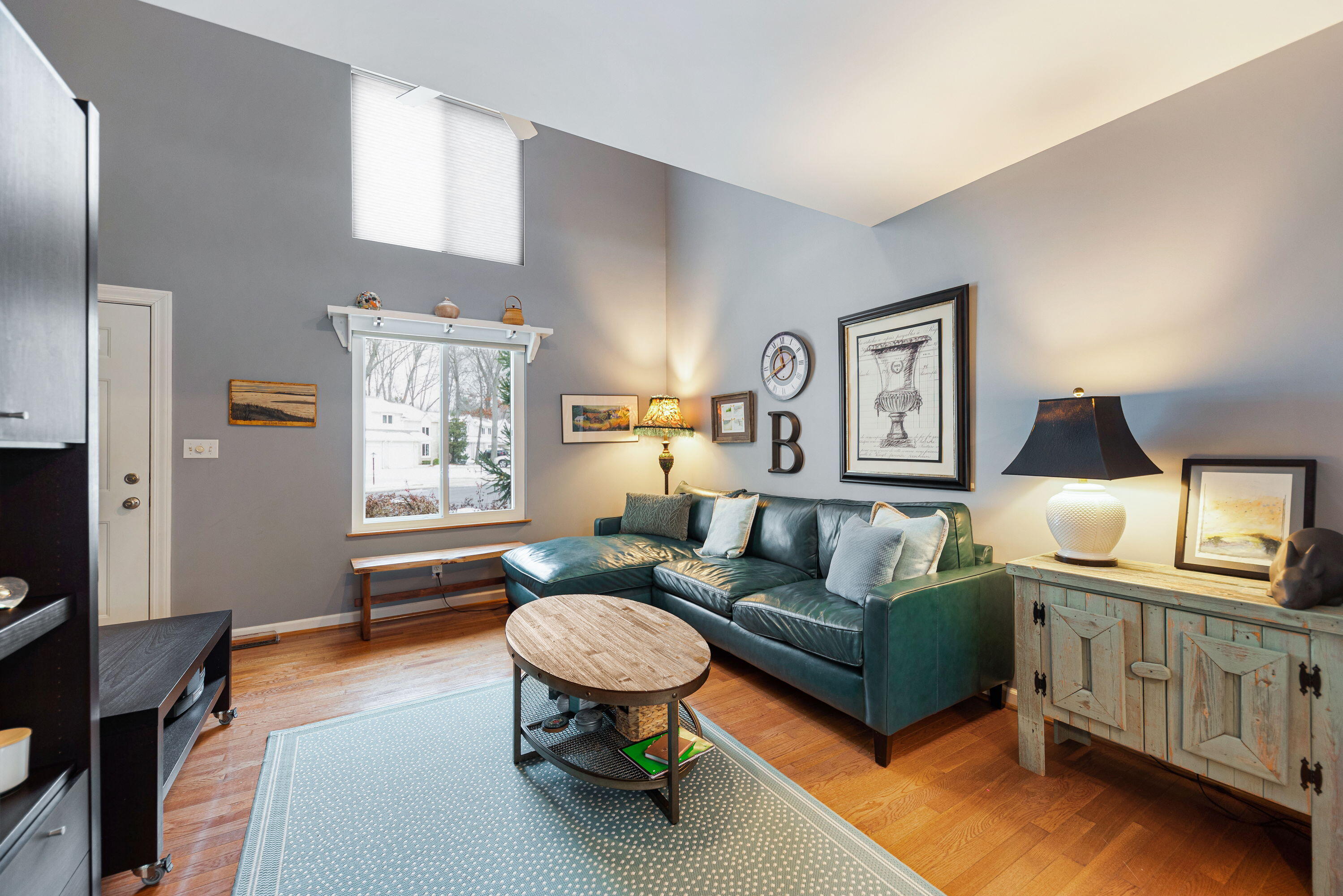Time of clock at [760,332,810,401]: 11:40
